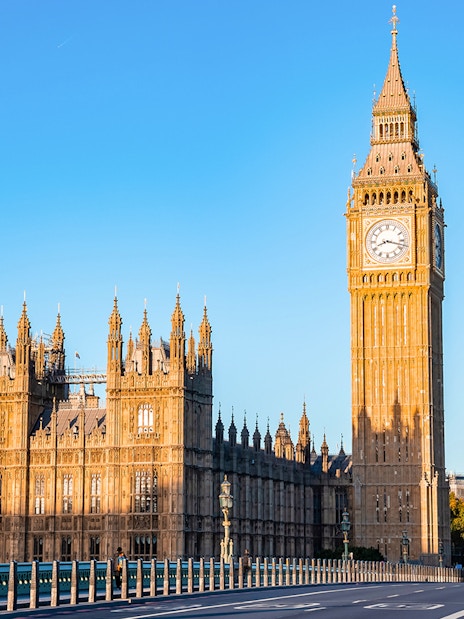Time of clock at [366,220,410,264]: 8:17
